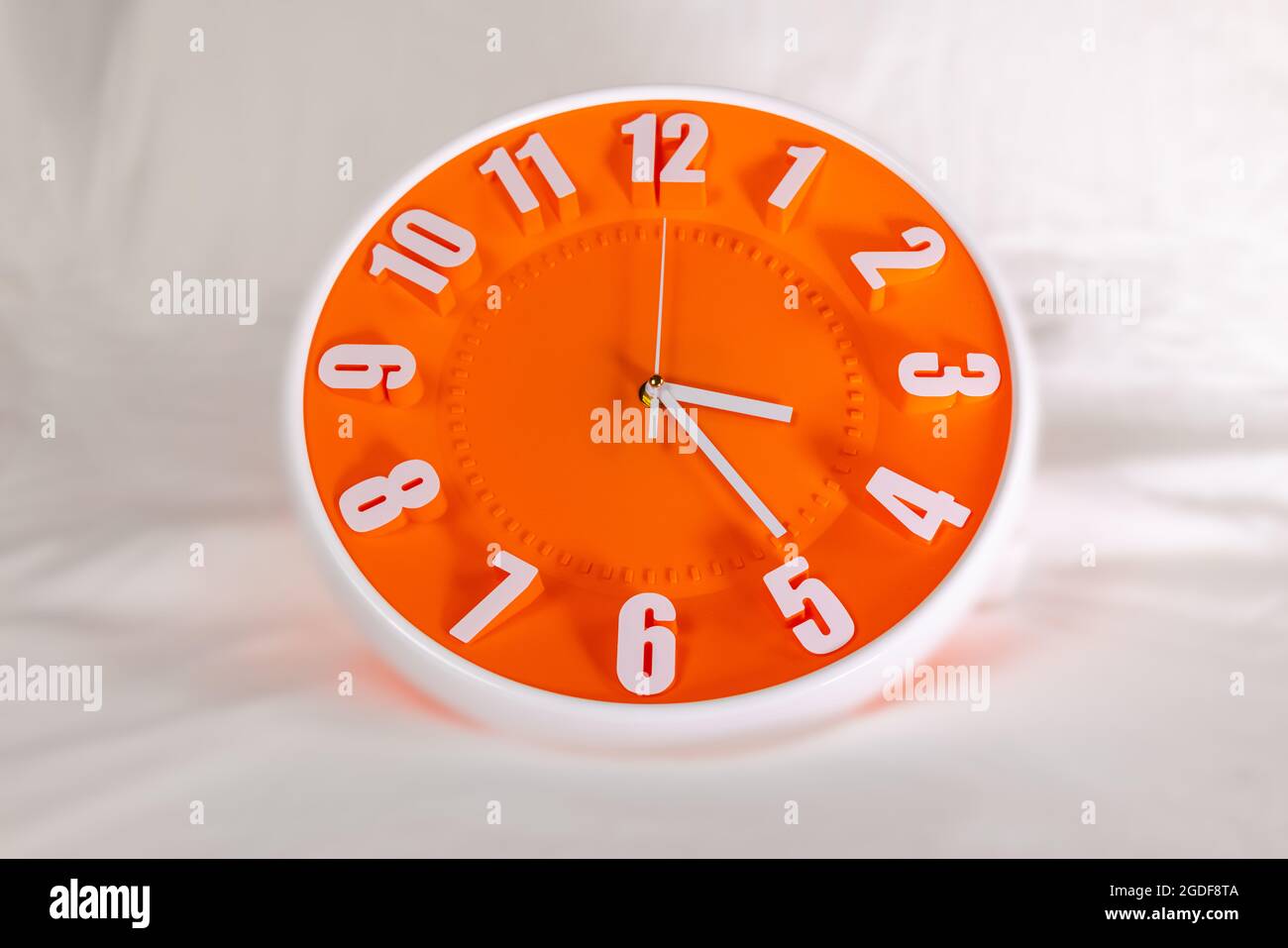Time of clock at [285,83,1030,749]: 3:23
